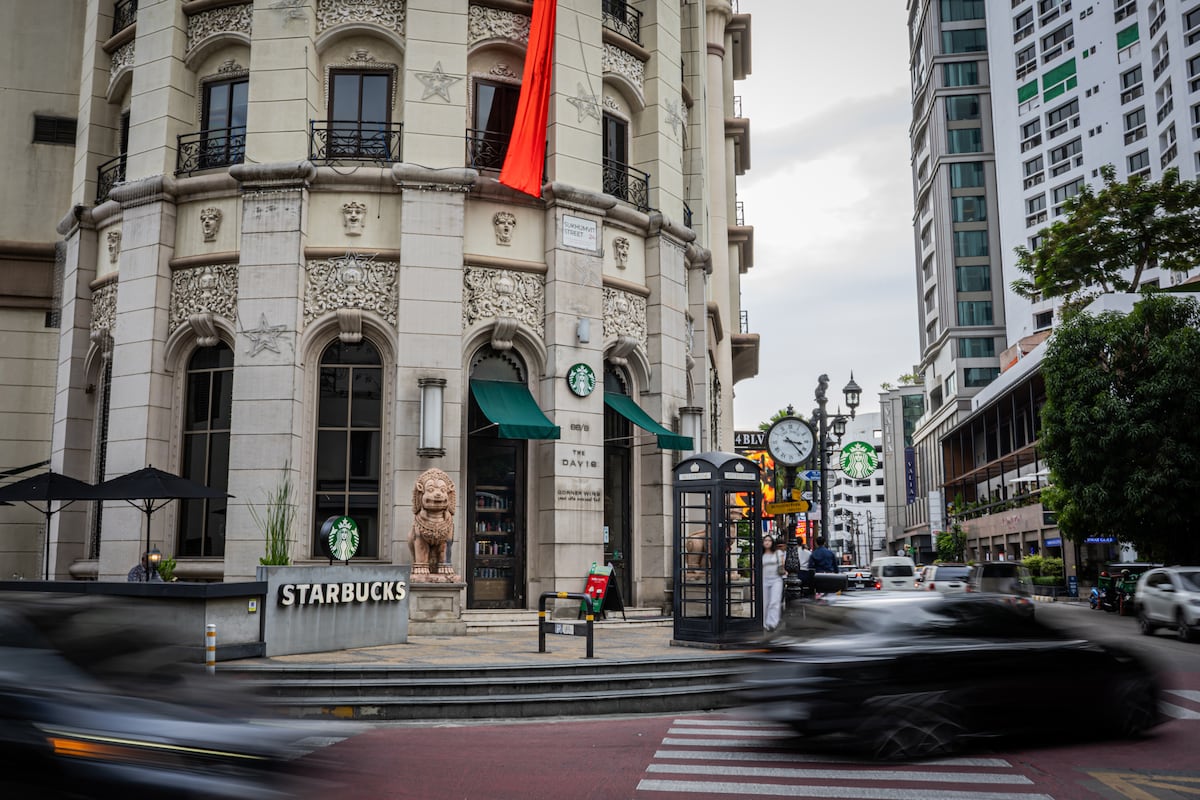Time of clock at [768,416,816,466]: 3:23
